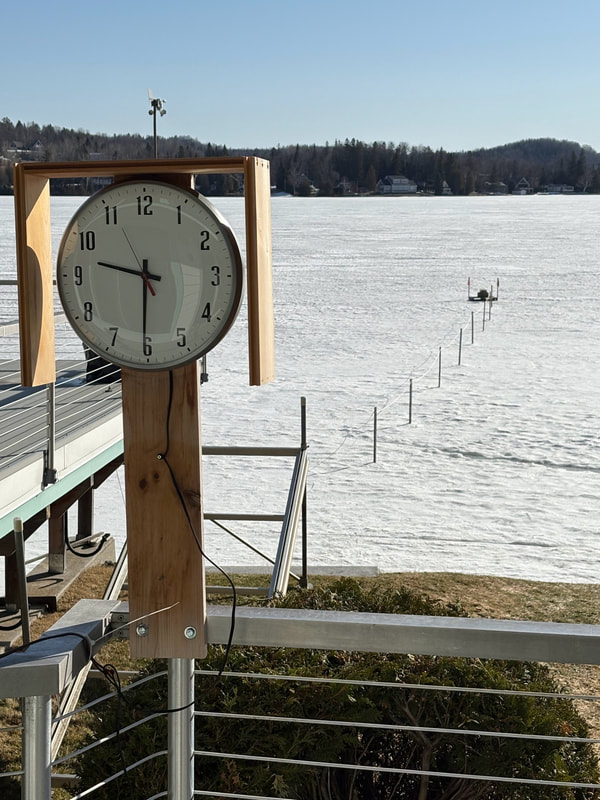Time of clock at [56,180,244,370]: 9:30
